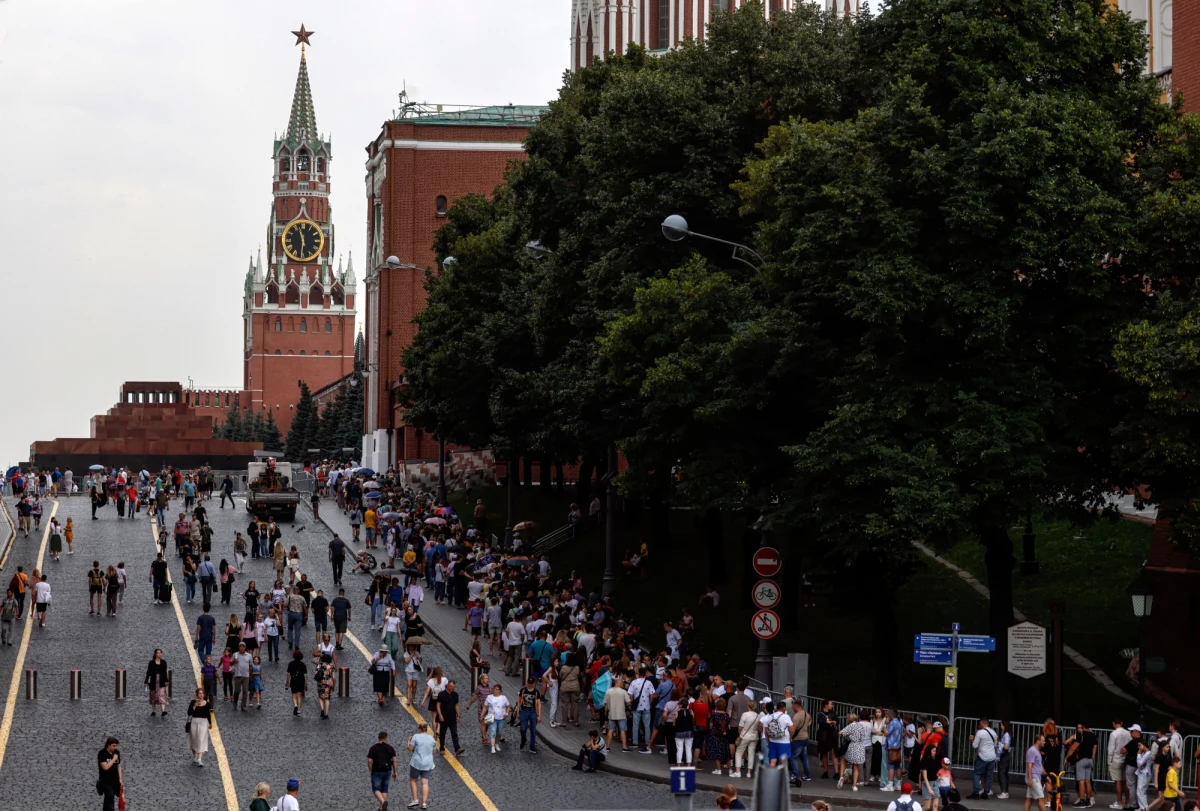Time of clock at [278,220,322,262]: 11:31
